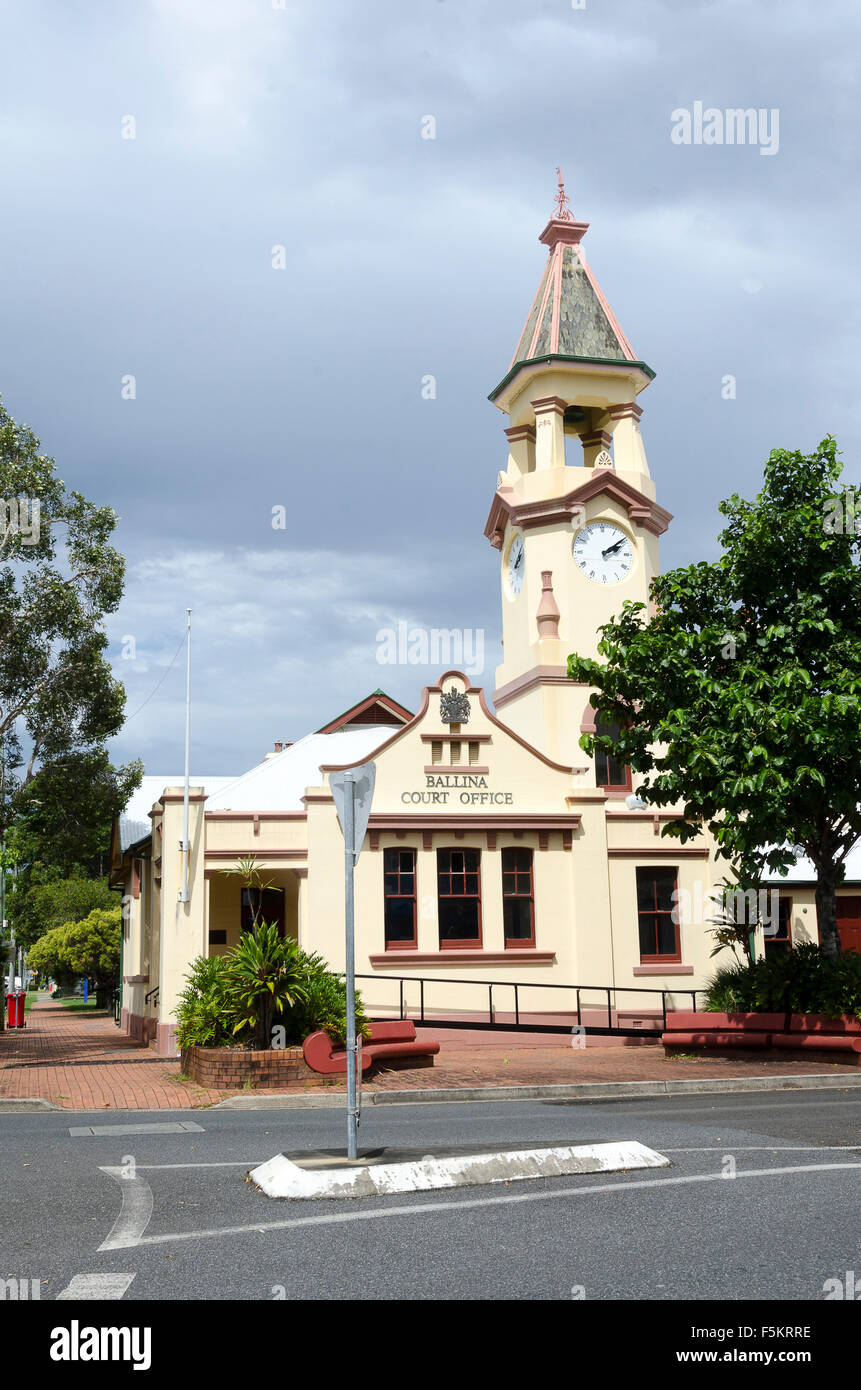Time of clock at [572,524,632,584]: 2:09
